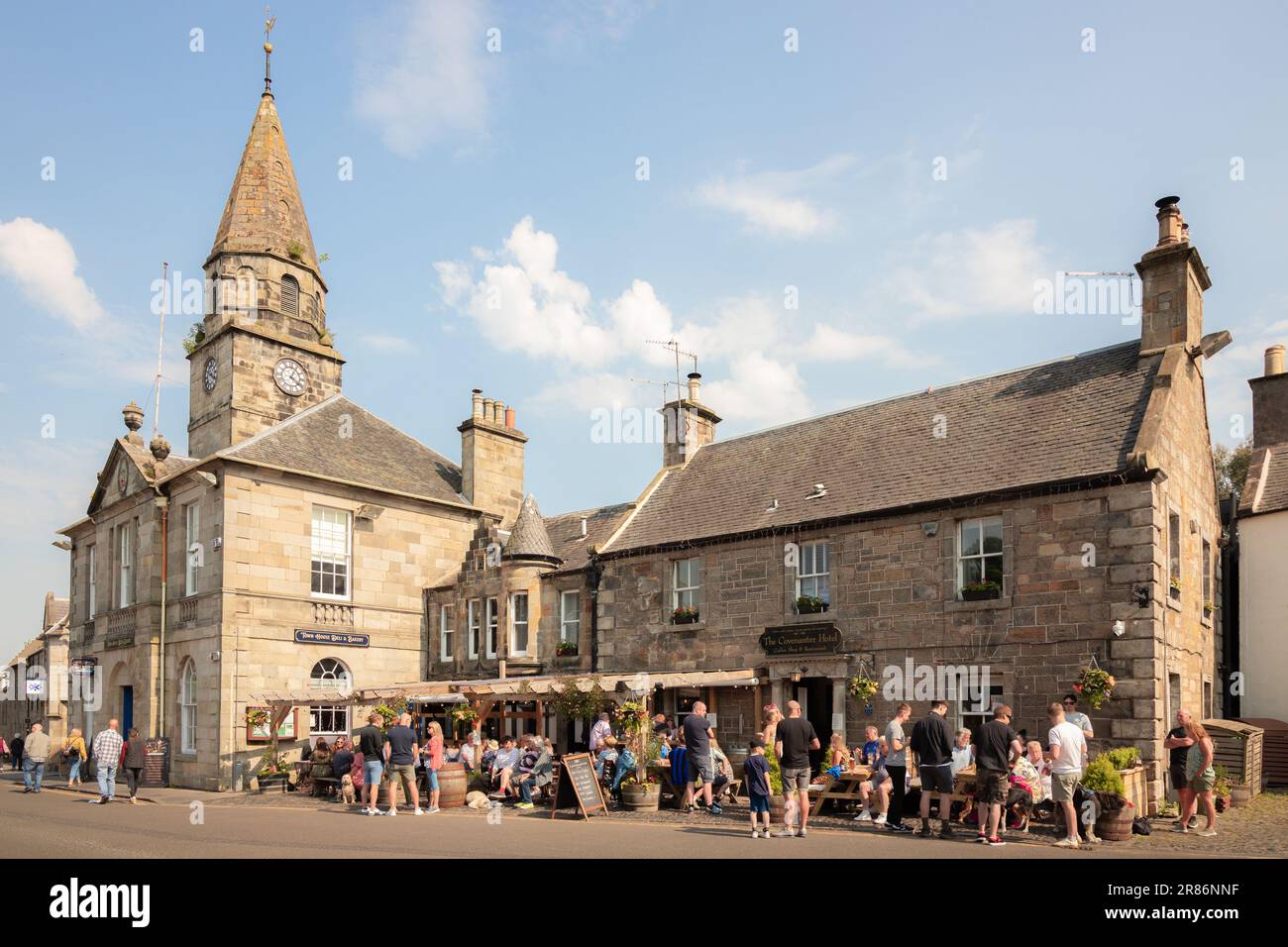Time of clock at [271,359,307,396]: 4:04
